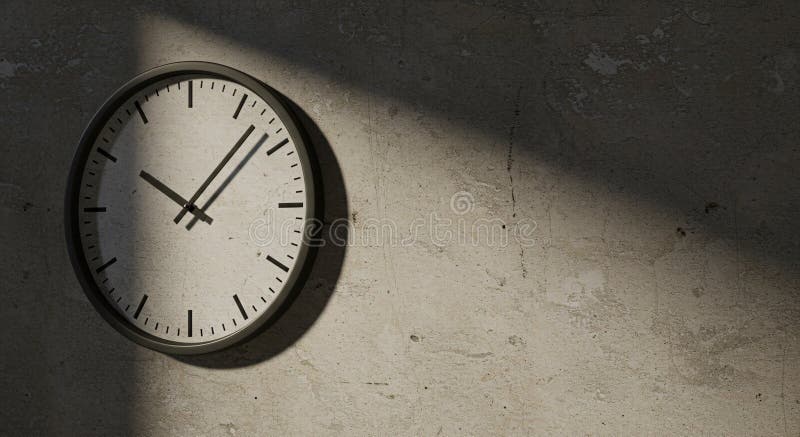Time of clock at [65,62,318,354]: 10:07
